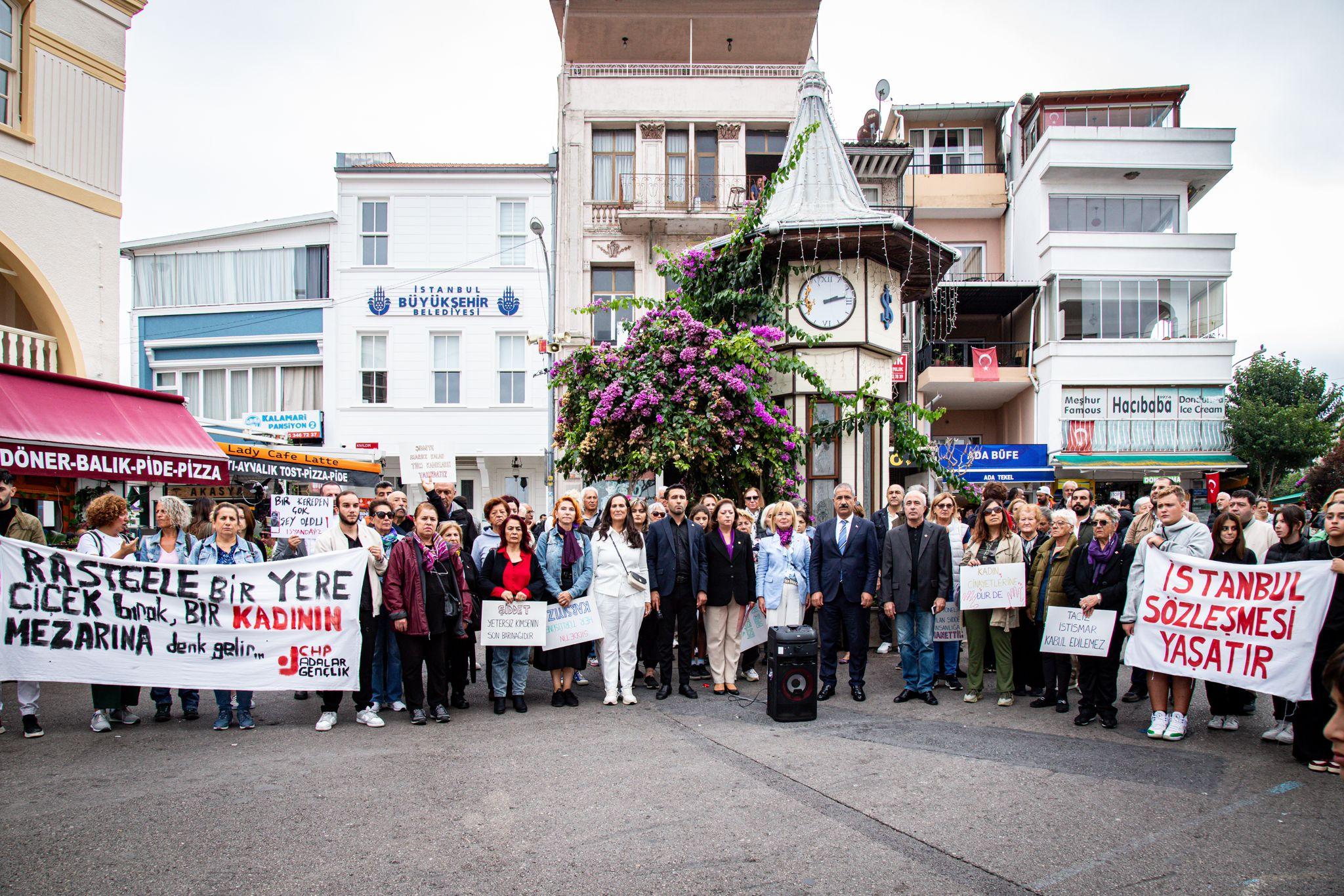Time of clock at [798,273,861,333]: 2:13
